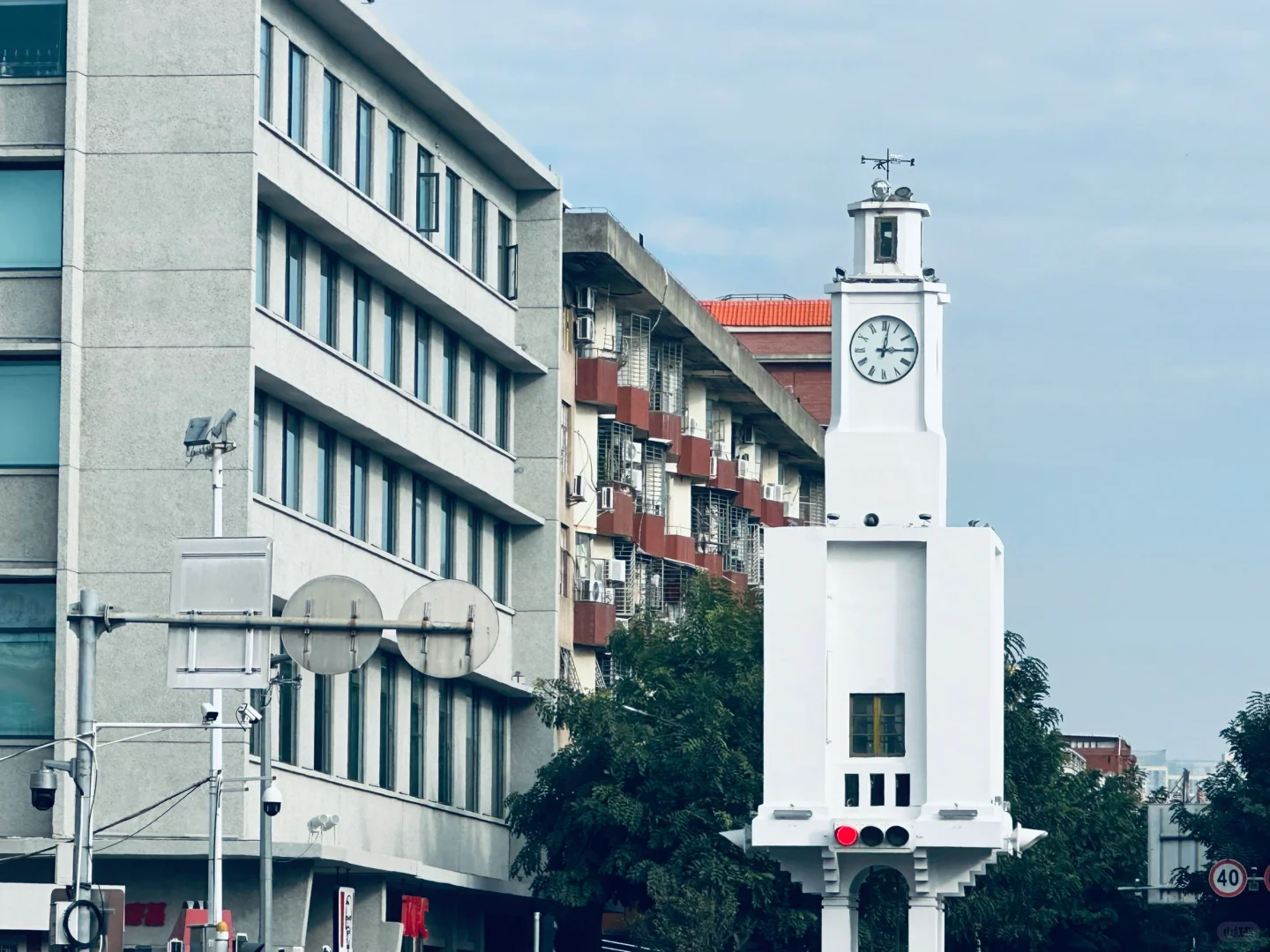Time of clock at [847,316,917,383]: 3:01
